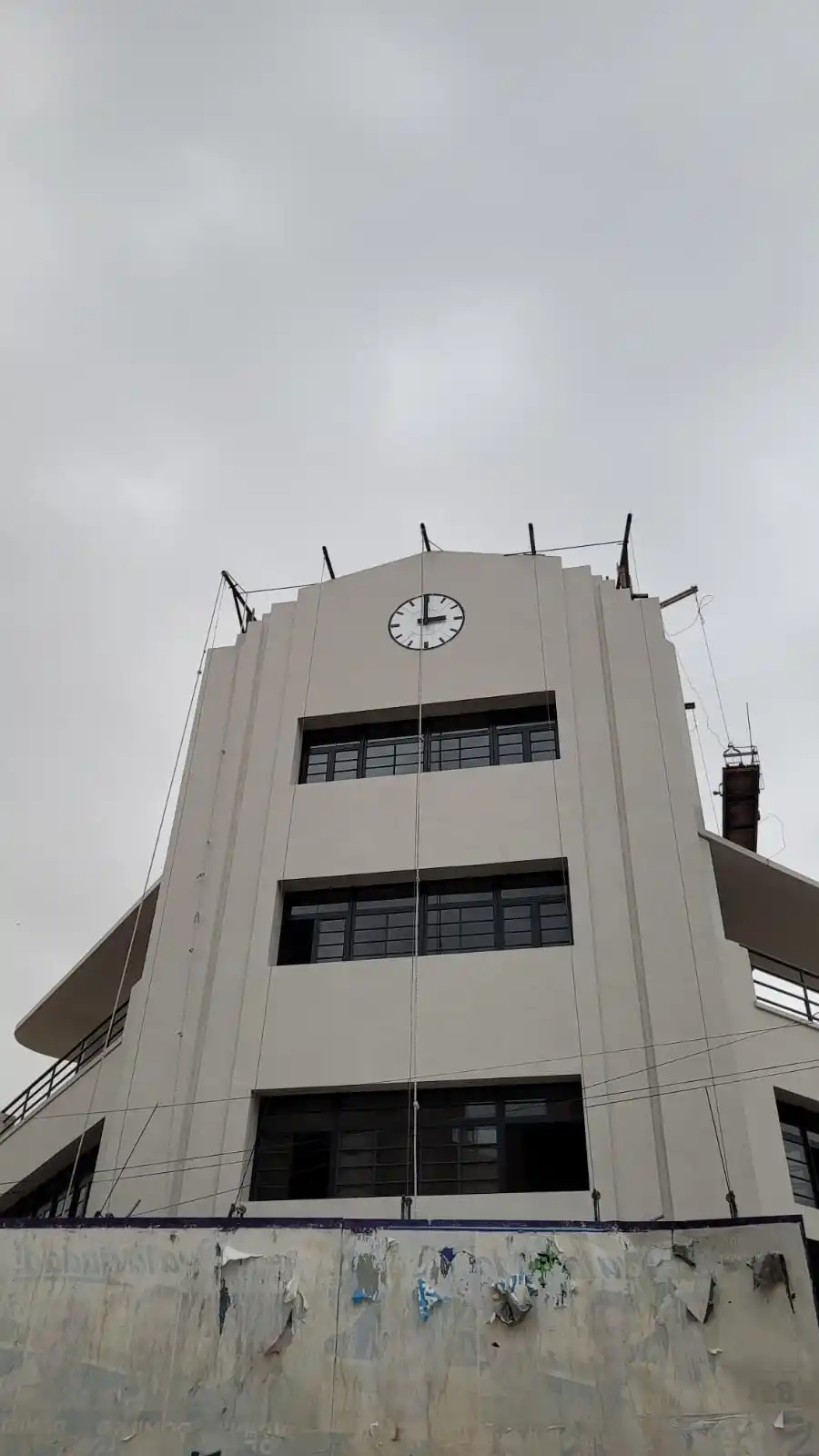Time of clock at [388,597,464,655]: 2:59
